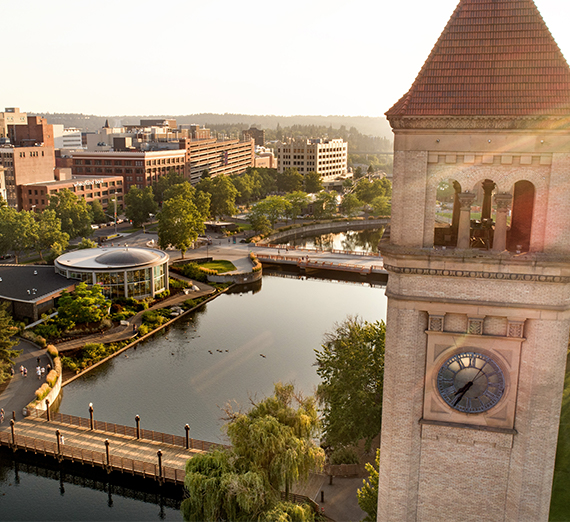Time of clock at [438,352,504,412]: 7:35
